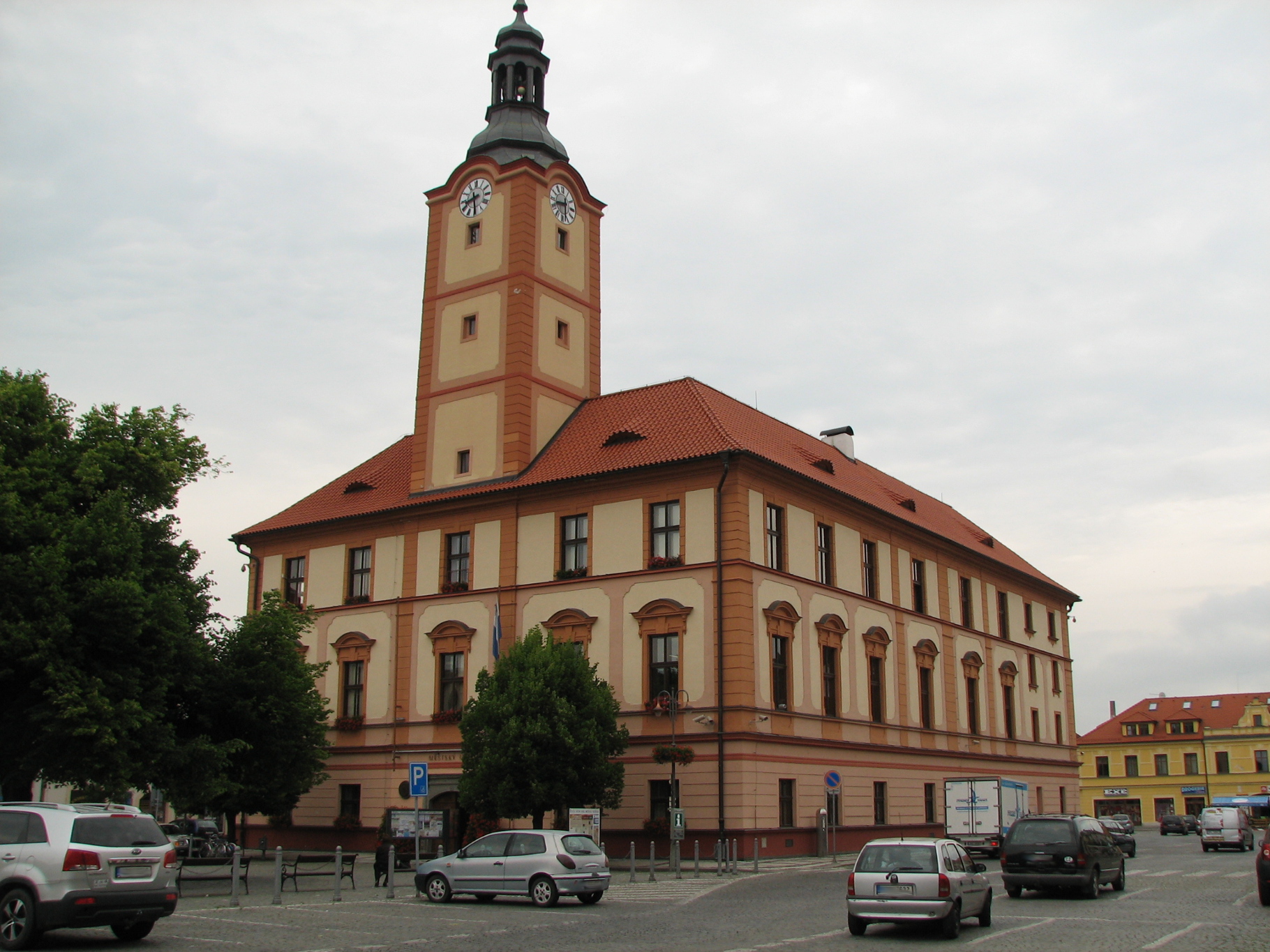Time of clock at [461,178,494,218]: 8:29
